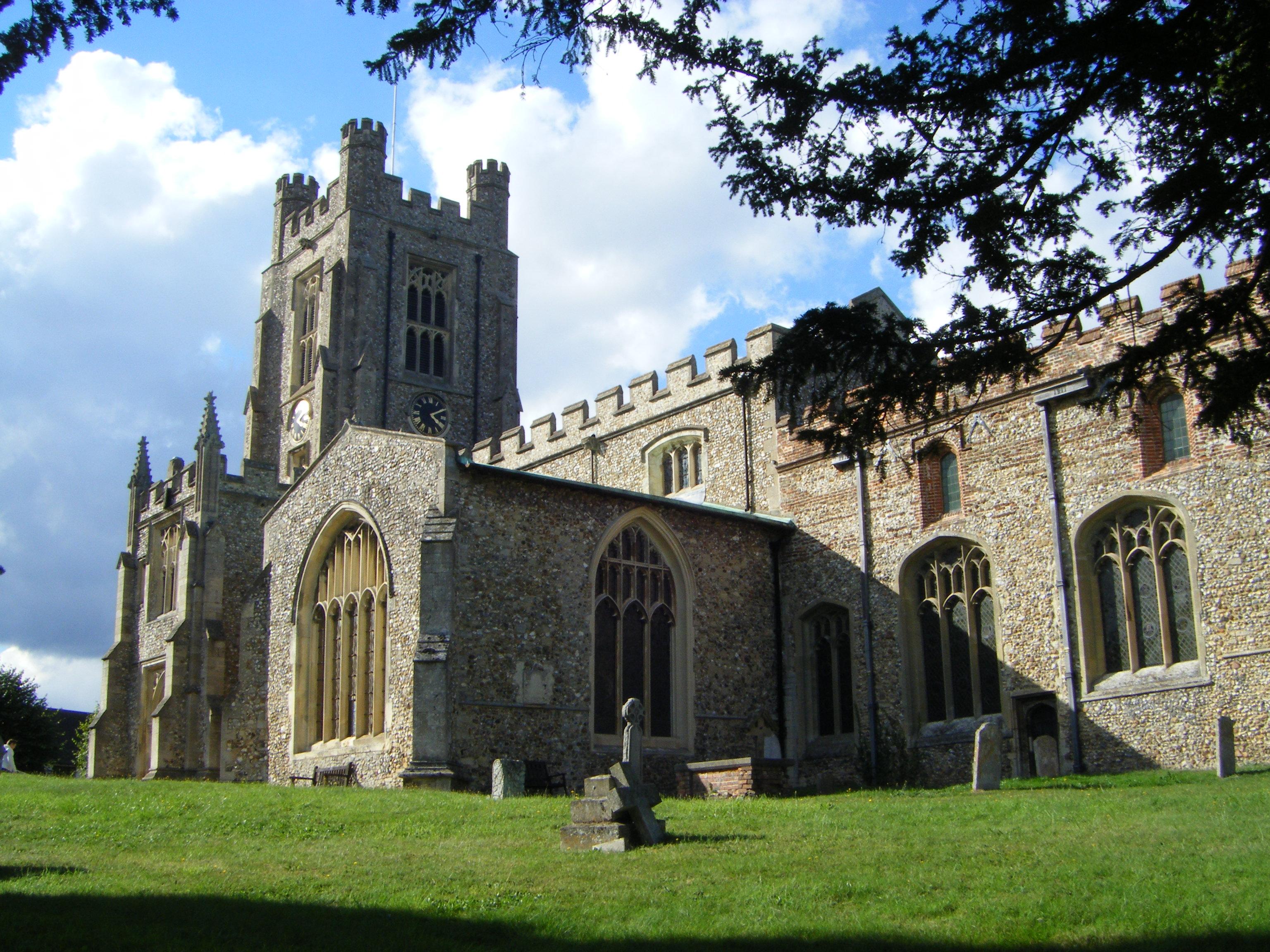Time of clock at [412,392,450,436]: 4:10
